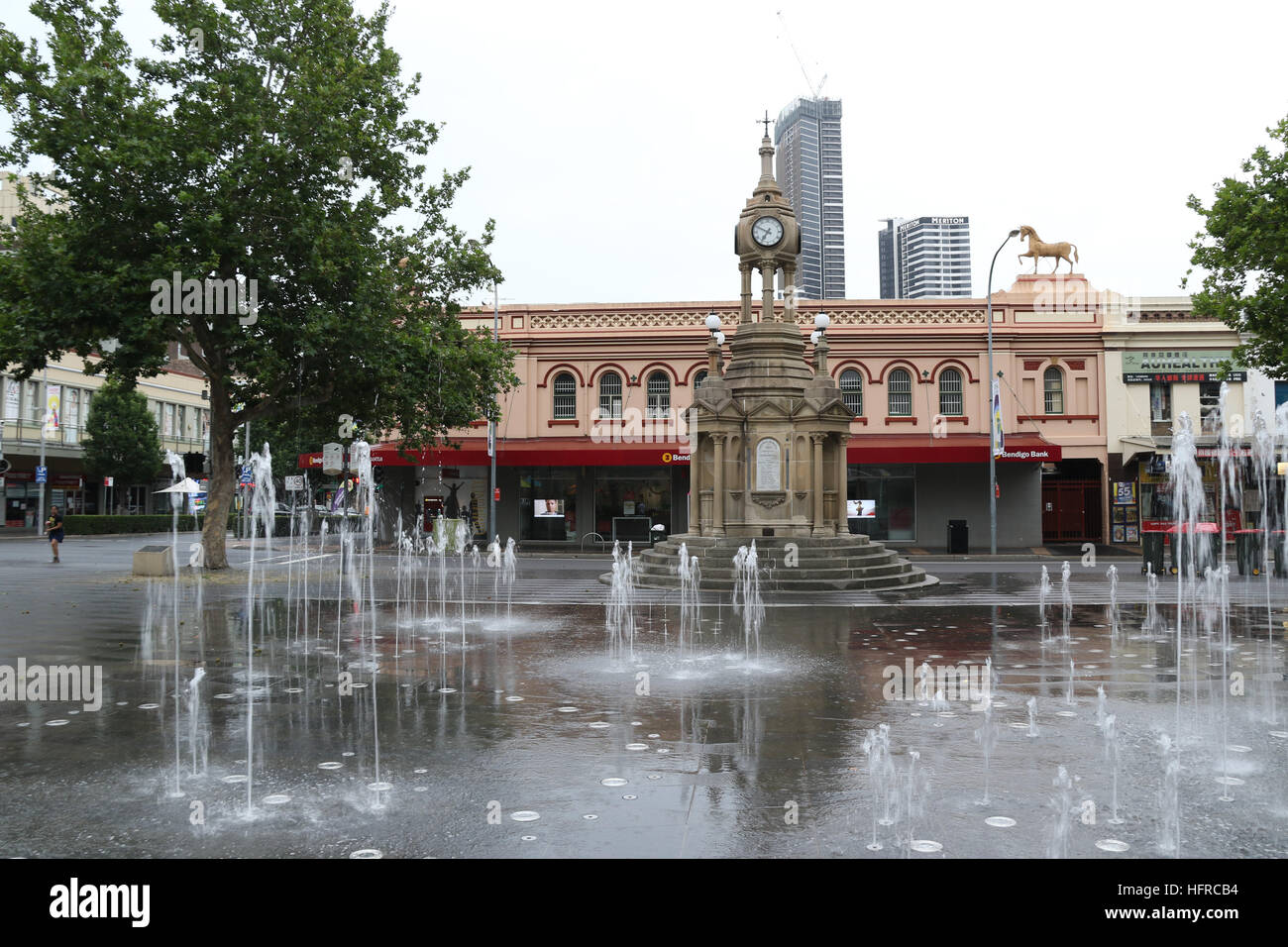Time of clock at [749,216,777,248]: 6:49
